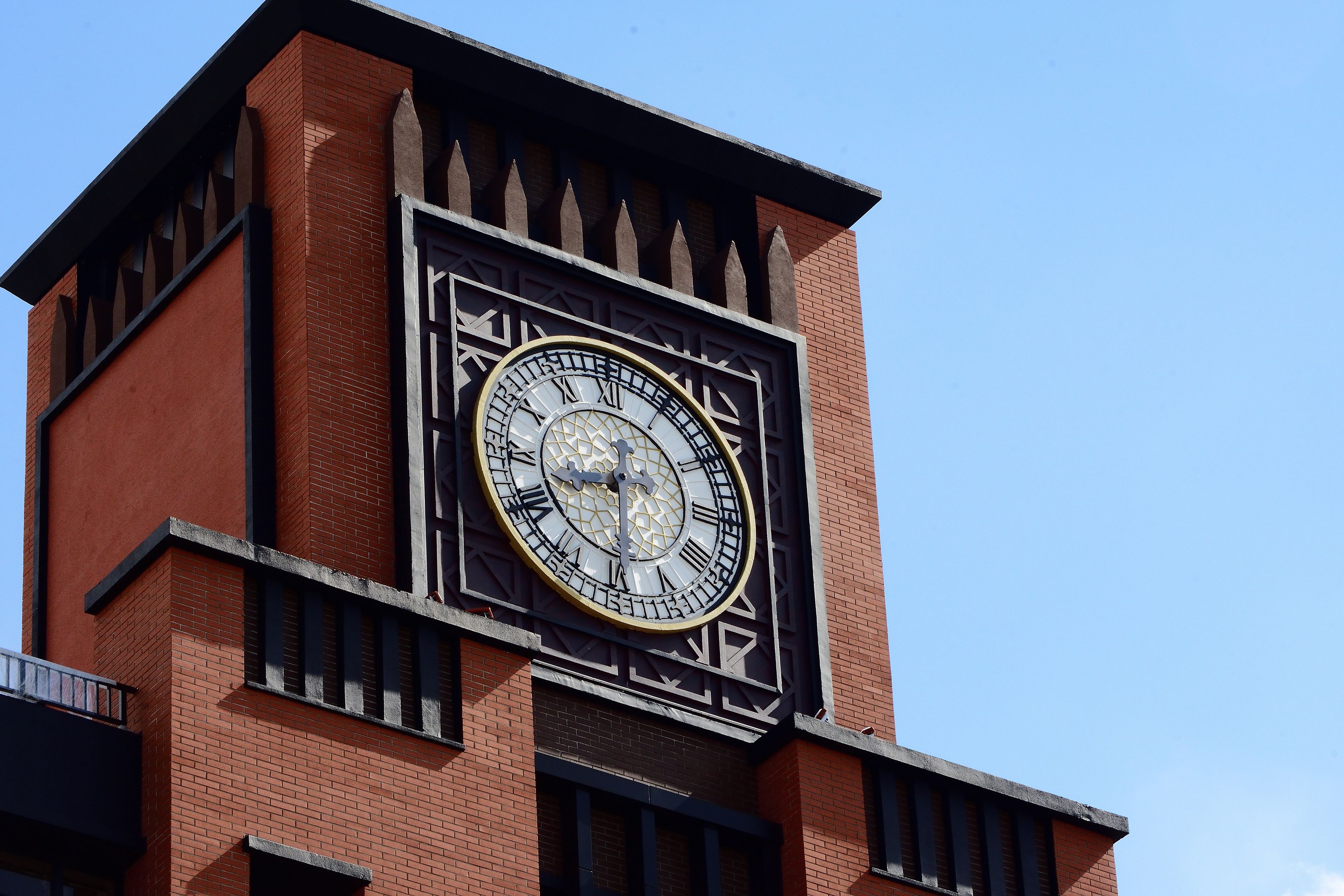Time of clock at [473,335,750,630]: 8:30
